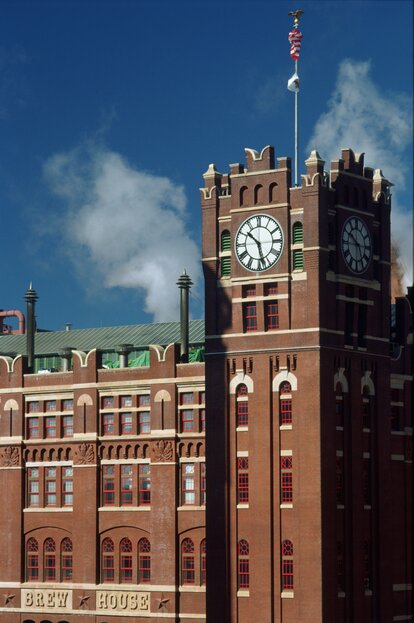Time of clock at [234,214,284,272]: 10:28
